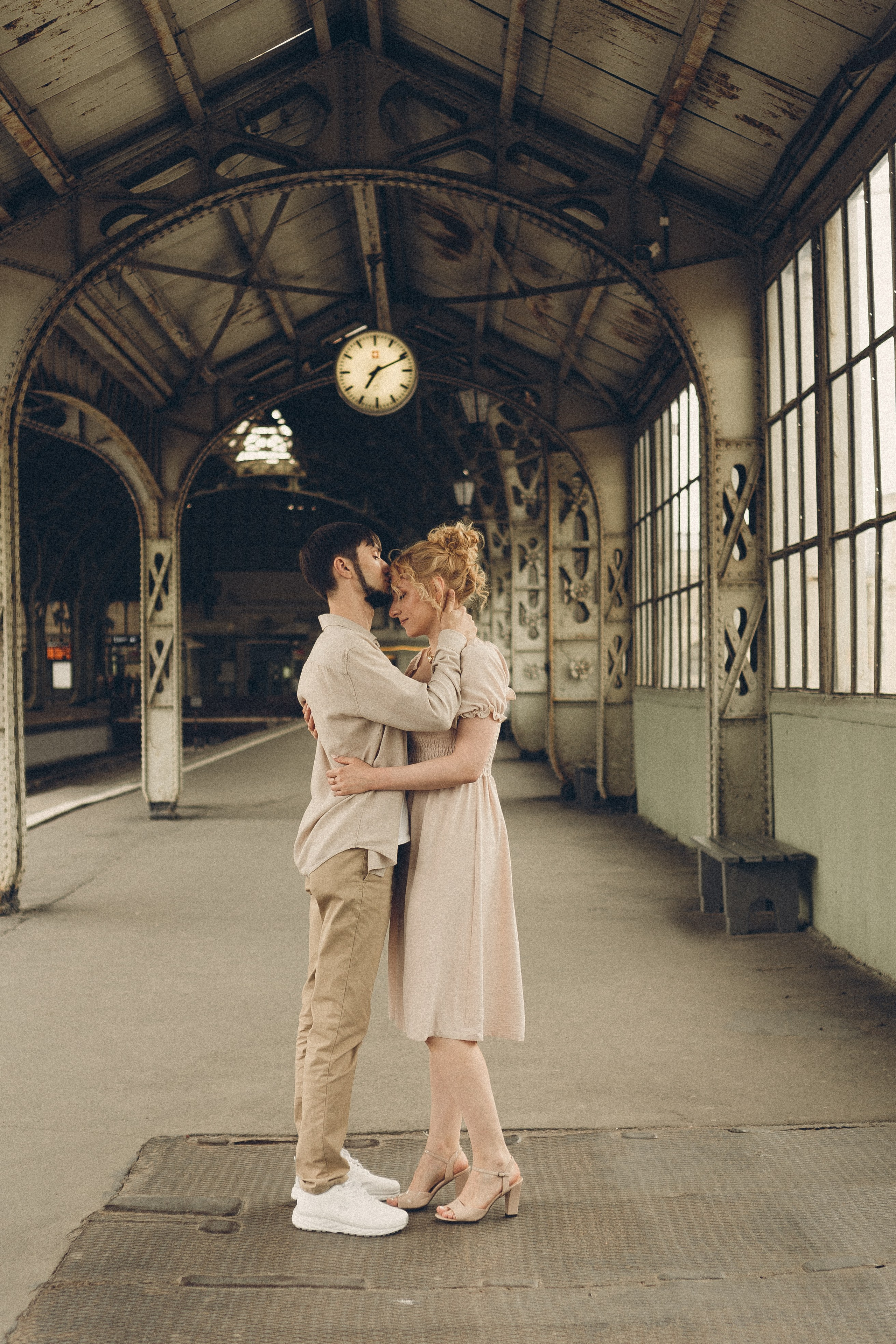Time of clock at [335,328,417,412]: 7:11
